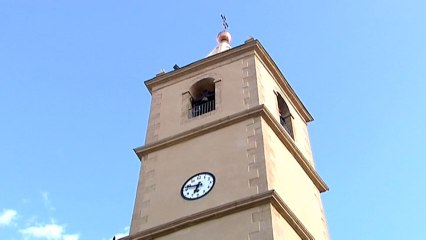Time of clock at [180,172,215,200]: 6:47
